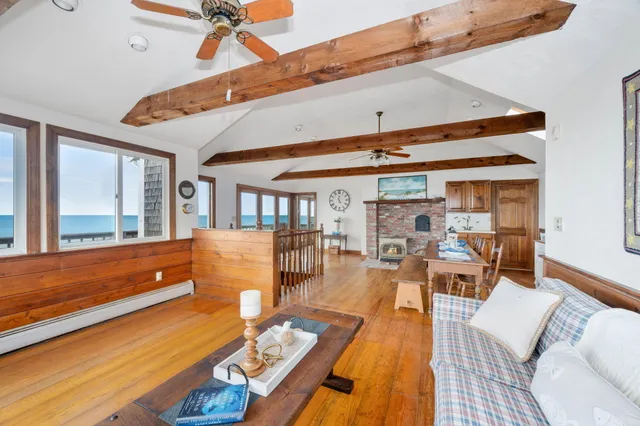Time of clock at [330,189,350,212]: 5:01
